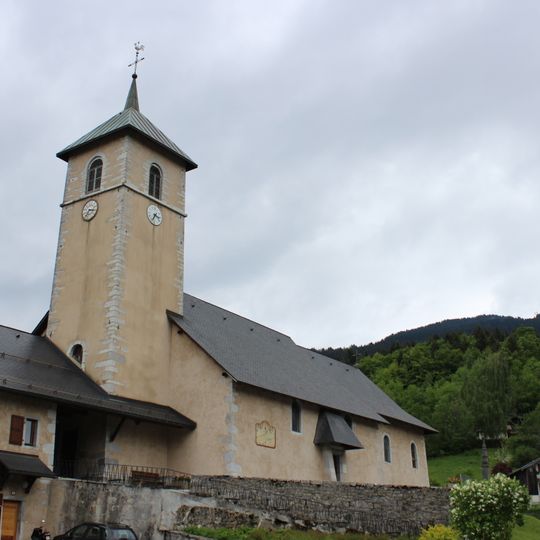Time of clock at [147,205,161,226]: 3:34
